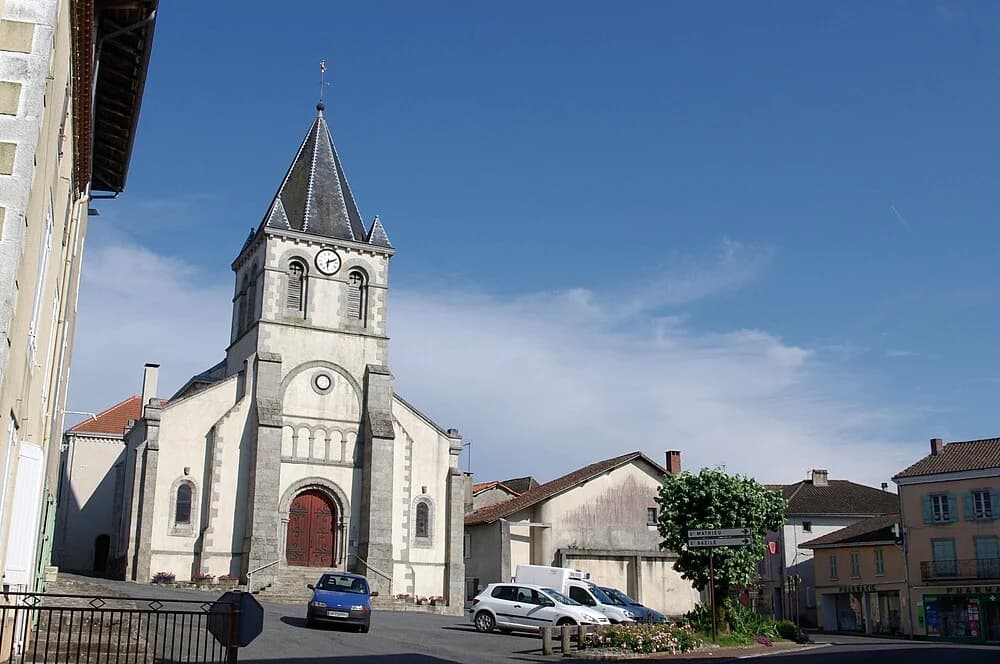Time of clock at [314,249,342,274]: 6:11
